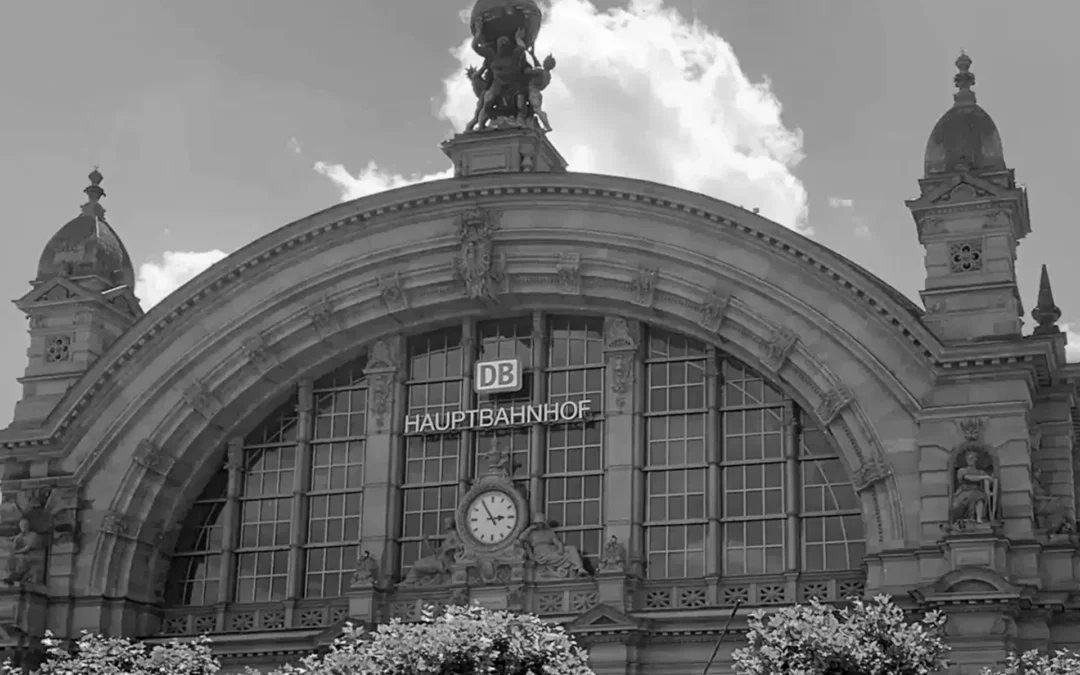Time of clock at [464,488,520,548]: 2:54
